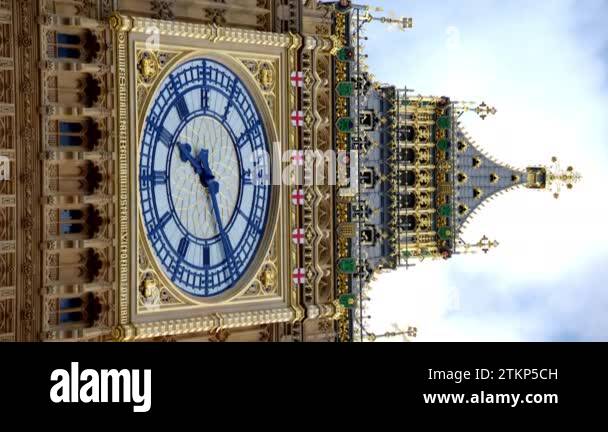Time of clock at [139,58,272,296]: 4:49
